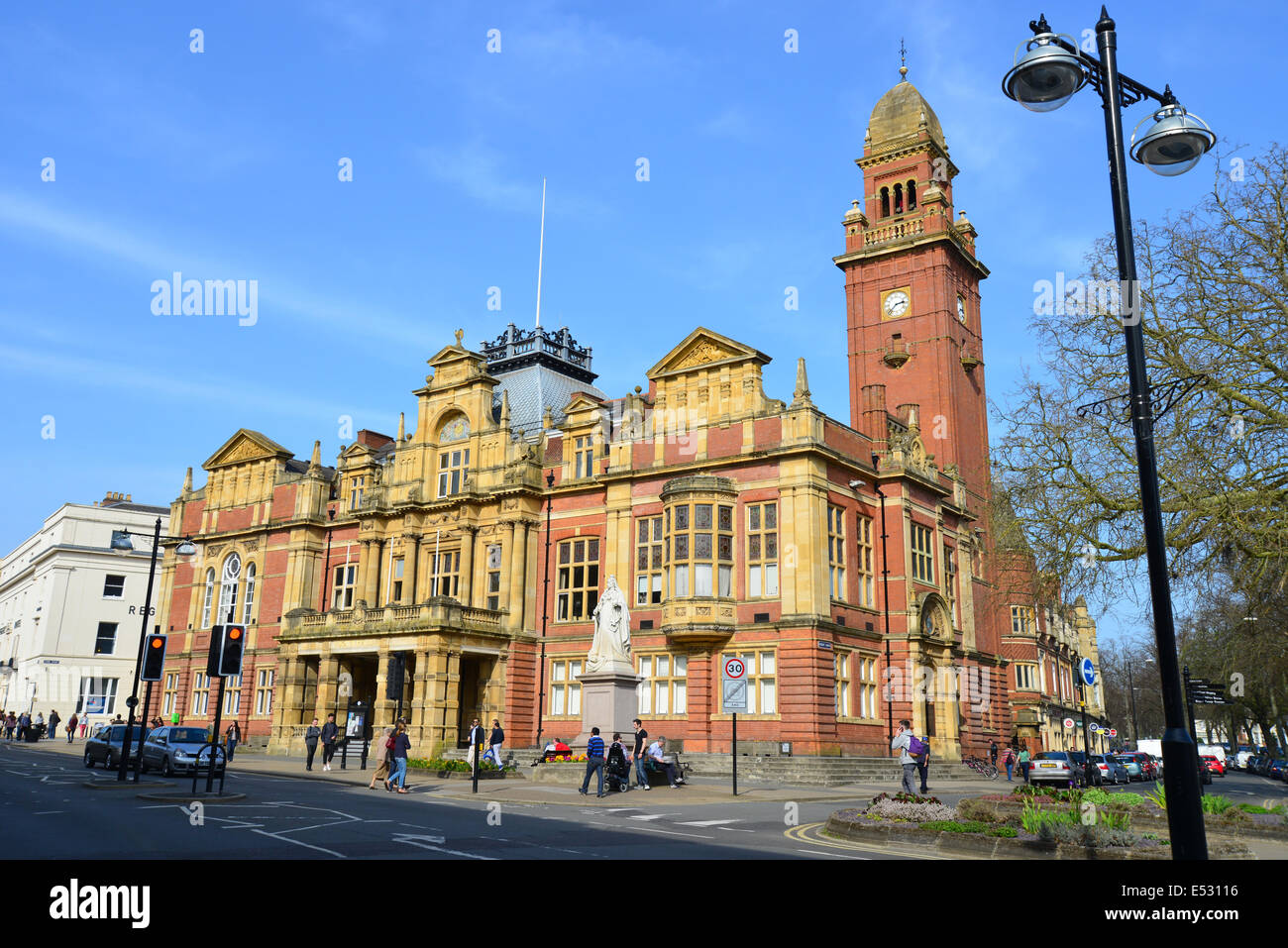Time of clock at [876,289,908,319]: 2:37
